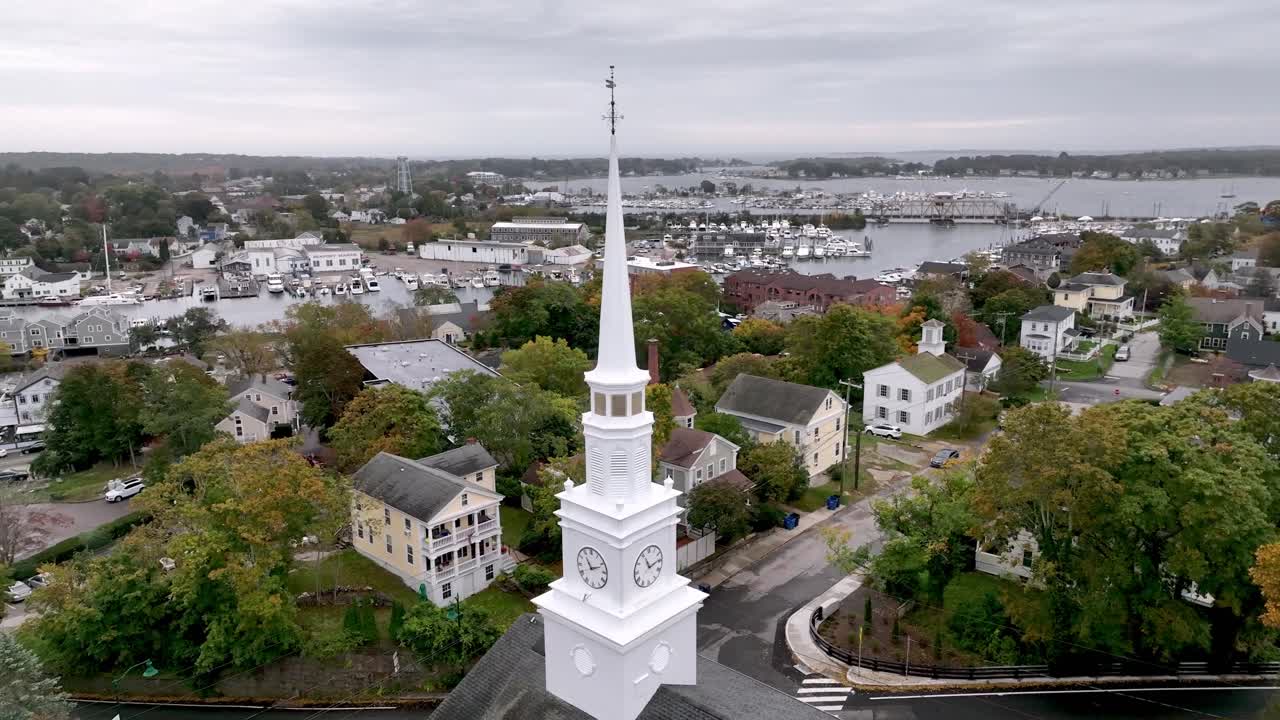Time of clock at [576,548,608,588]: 11:11
